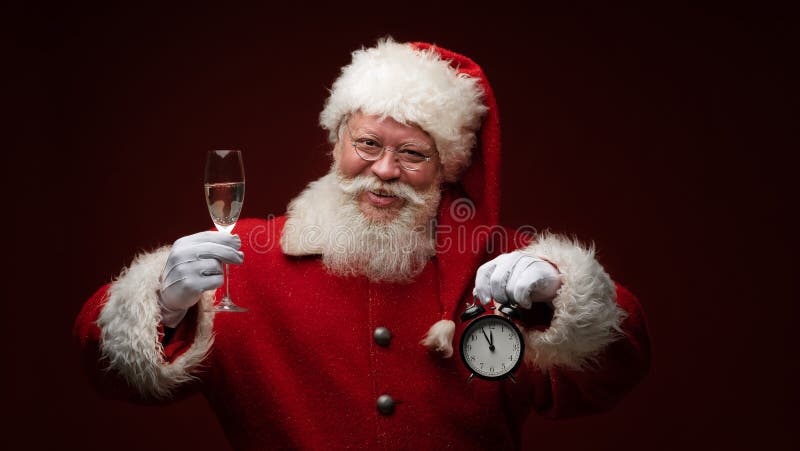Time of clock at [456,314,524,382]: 11:55
